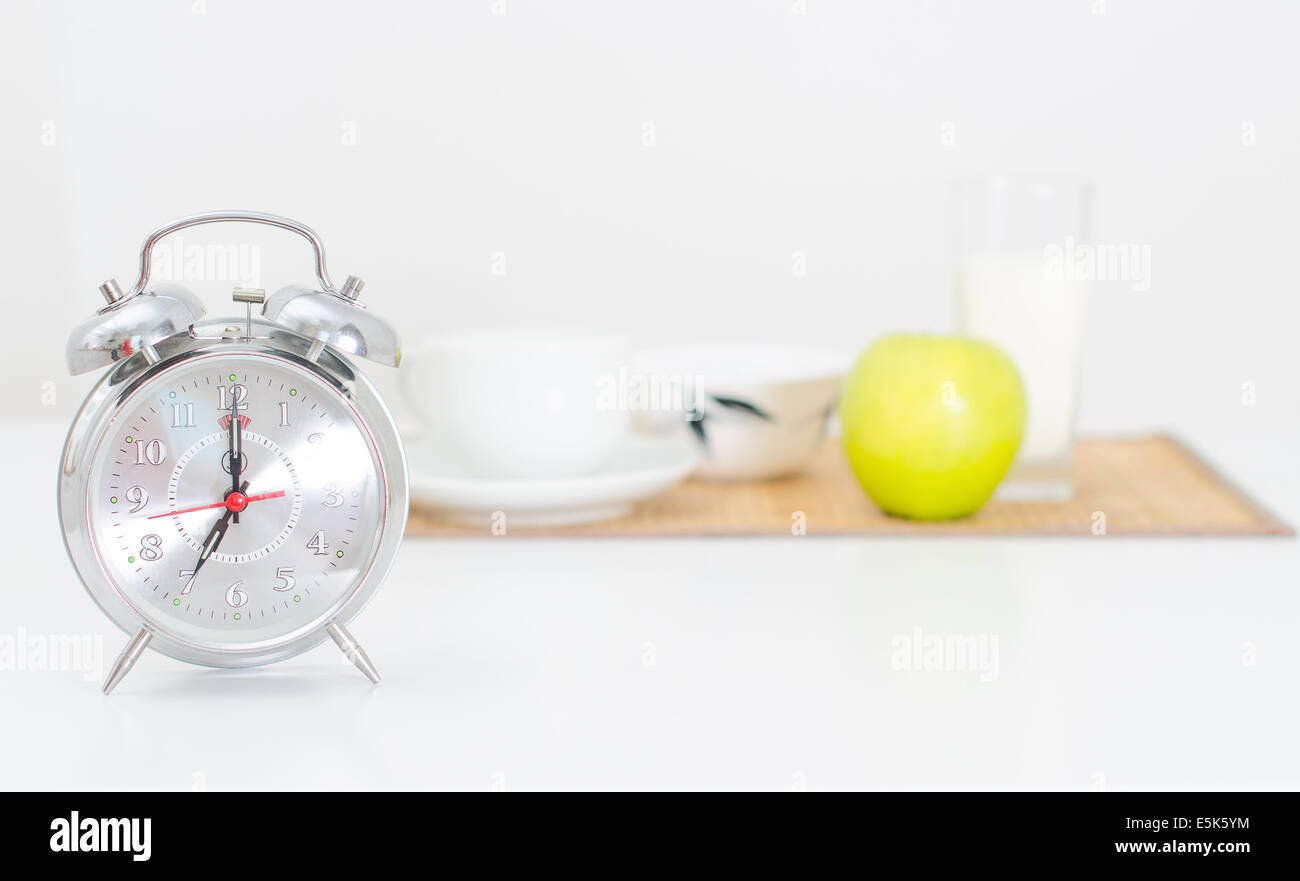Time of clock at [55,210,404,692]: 7:00
